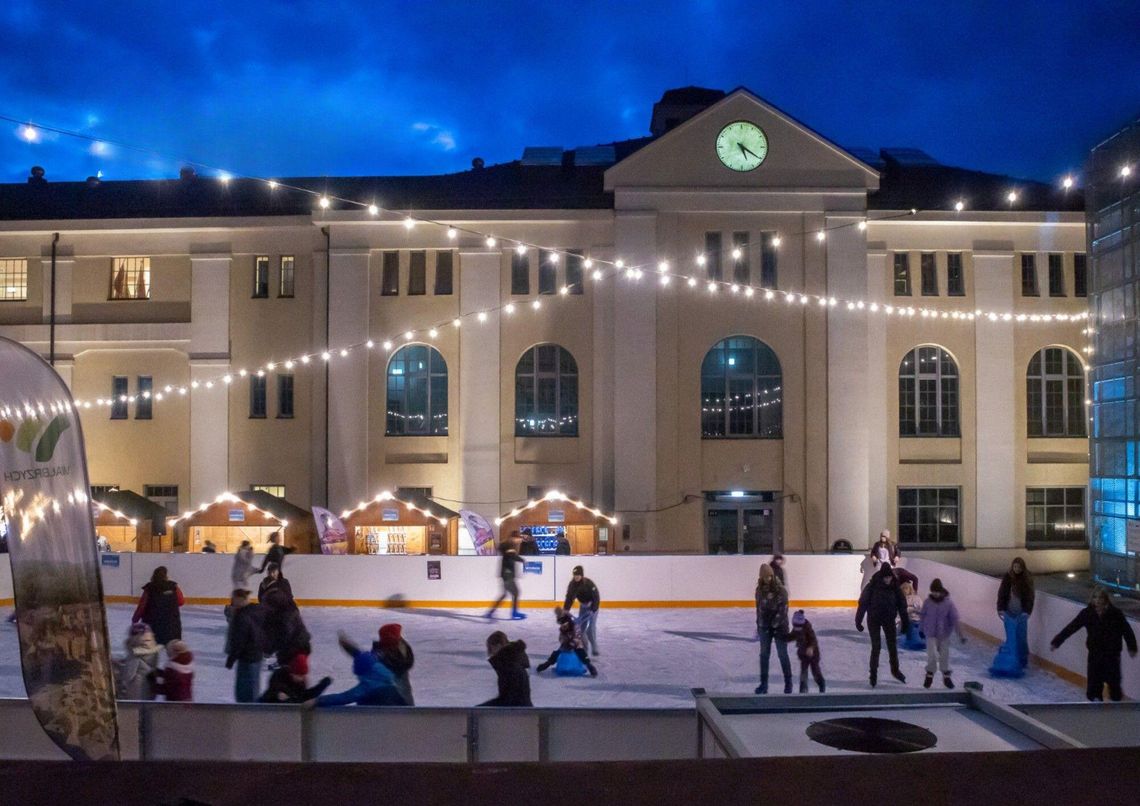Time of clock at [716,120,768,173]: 5:20
